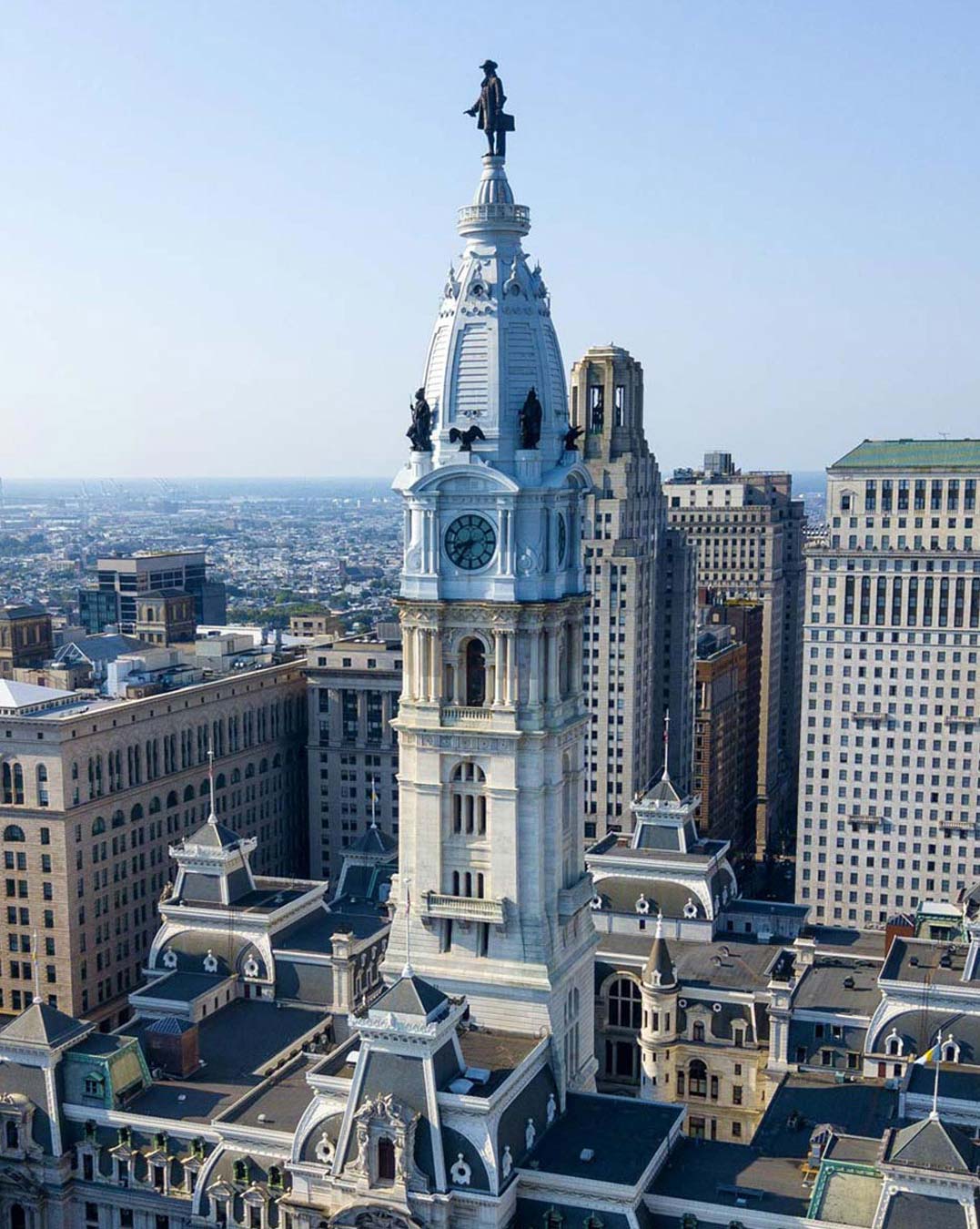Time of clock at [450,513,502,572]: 8:36
